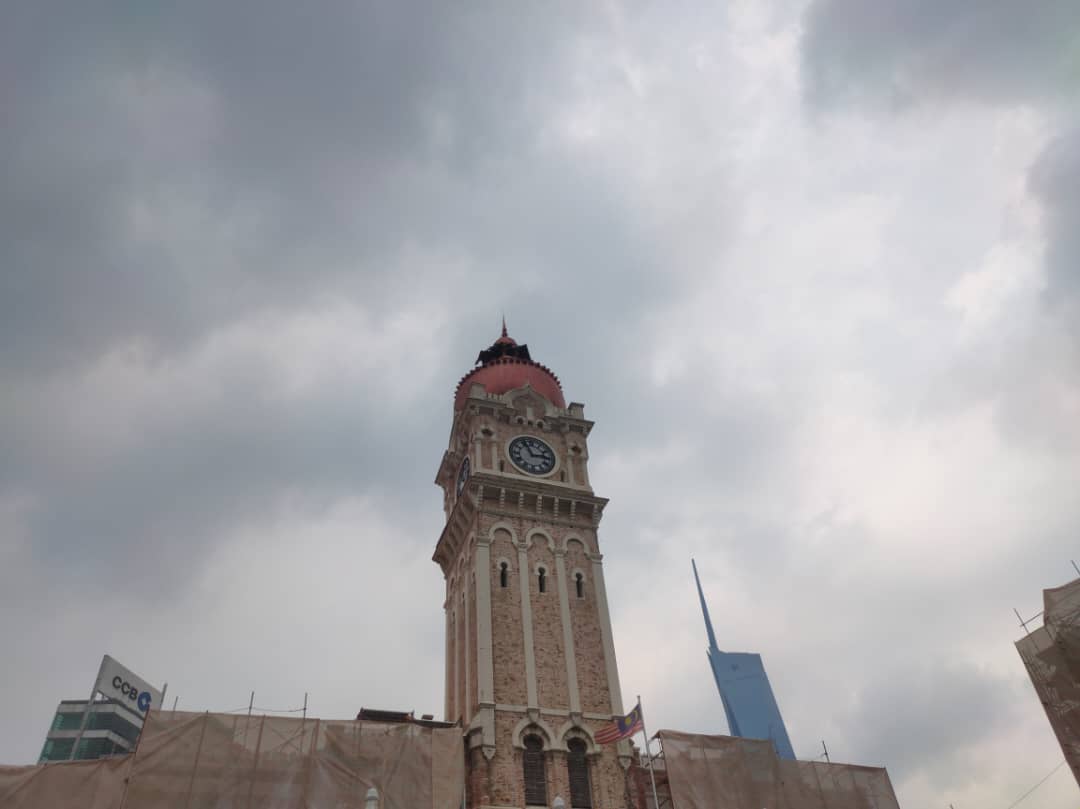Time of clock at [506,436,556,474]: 2:56
